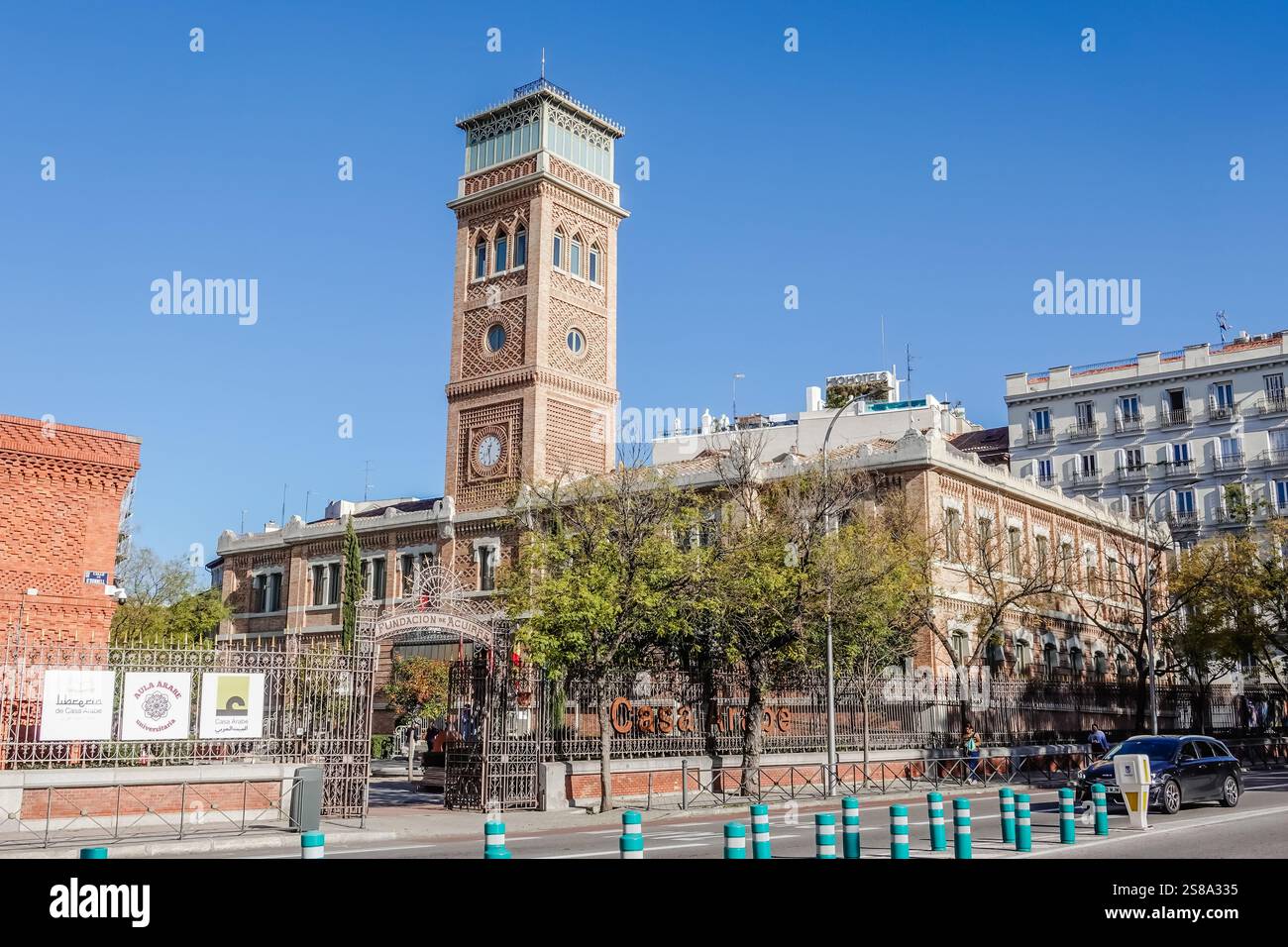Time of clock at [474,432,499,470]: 12:28
